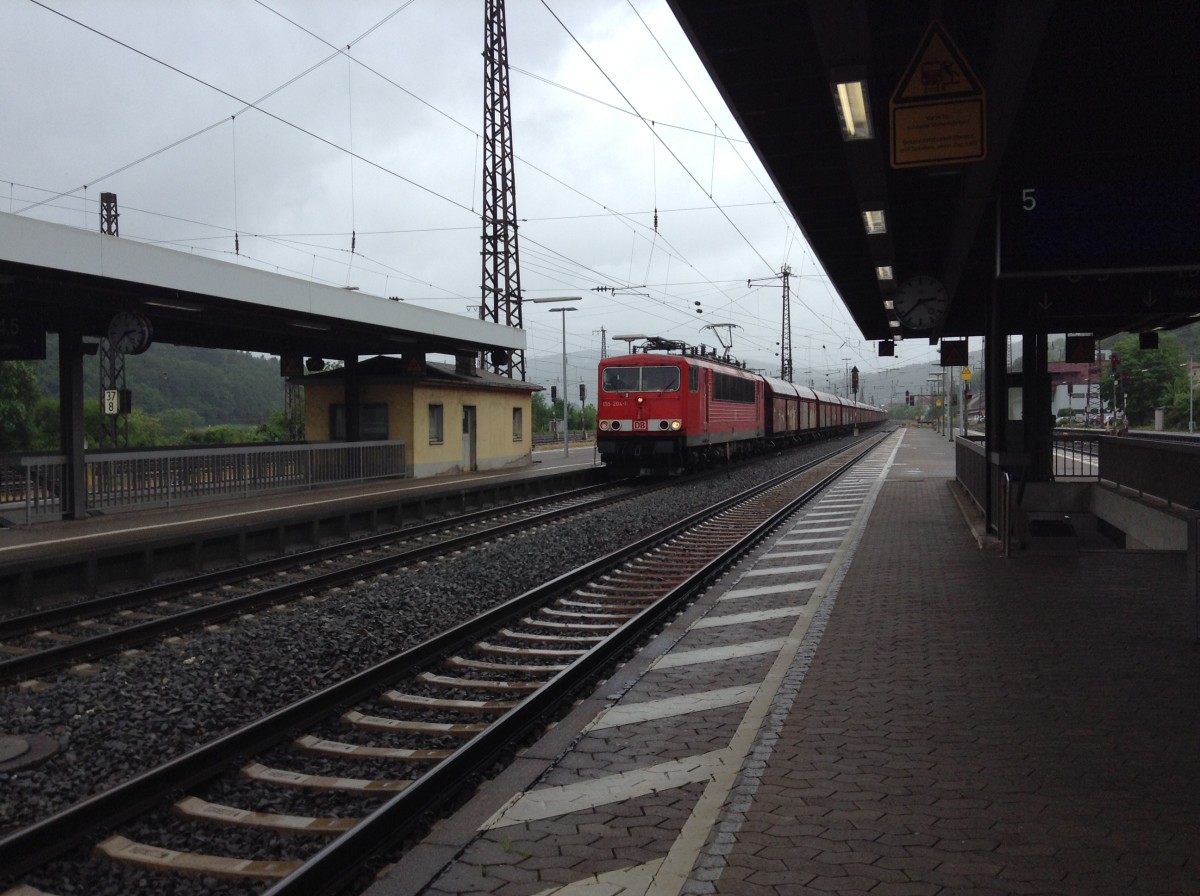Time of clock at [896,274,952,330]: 2:38
